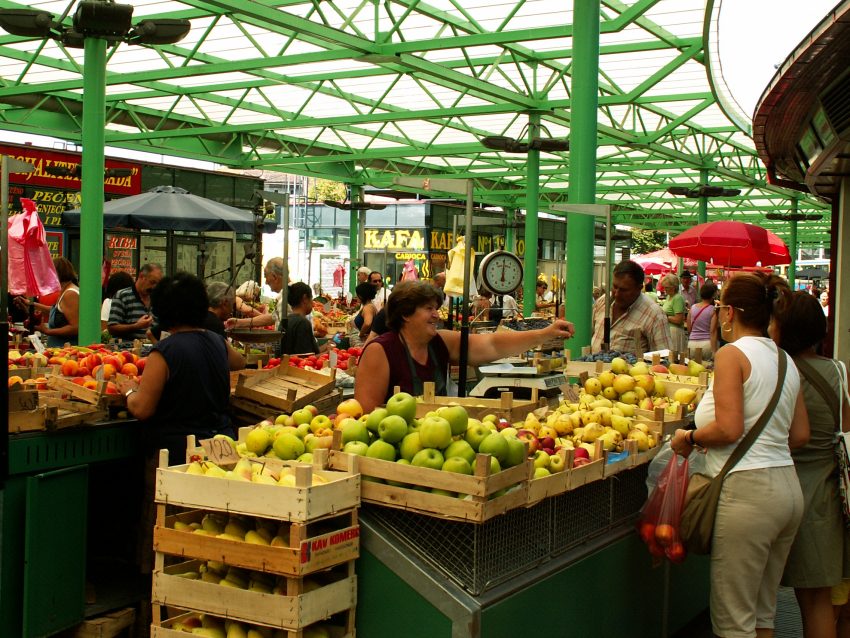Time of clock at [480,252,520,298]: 6:00
